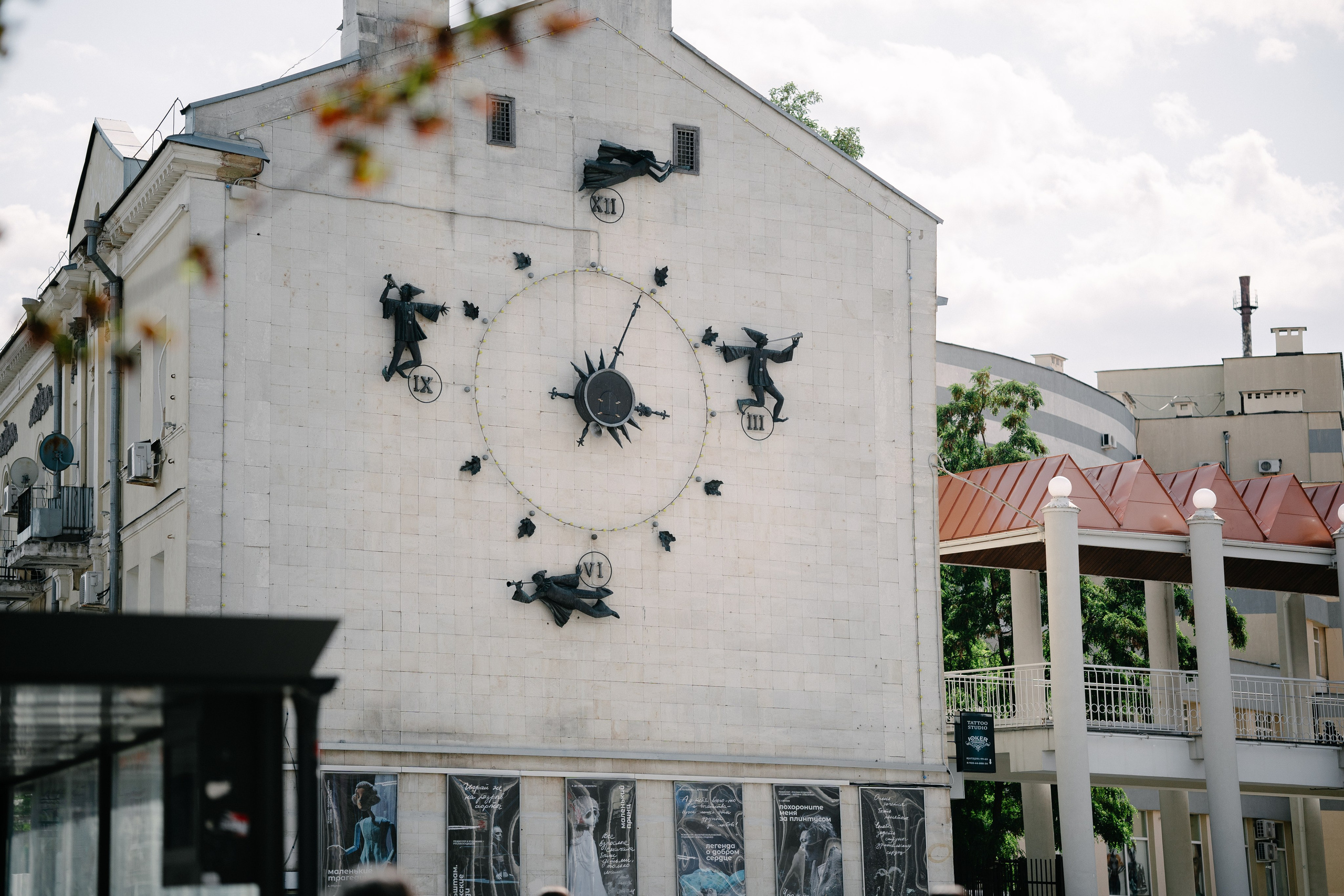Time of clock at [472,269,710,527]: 3:04
